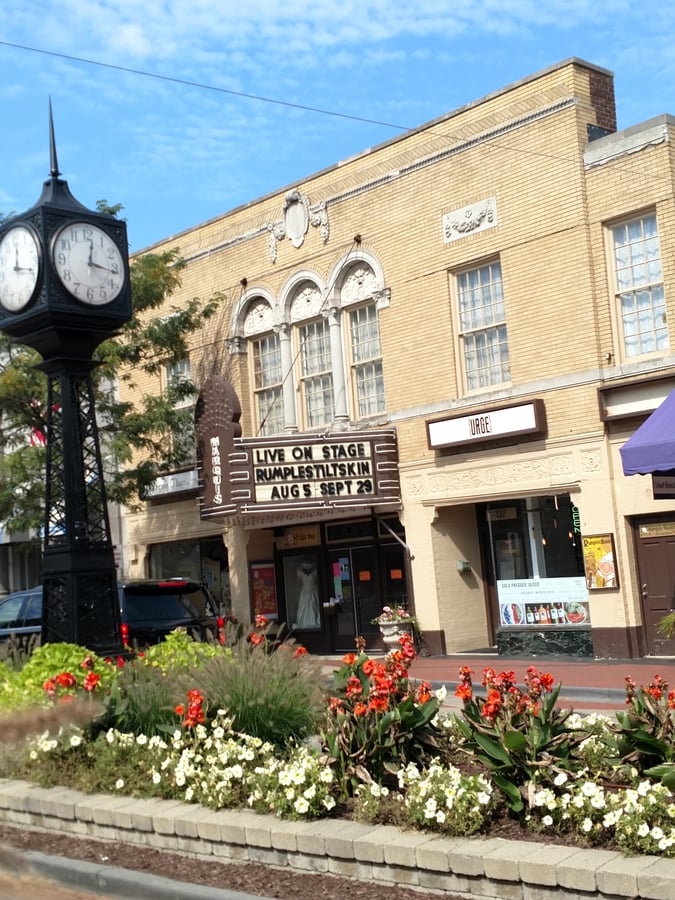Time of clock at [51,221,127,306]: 12:16
